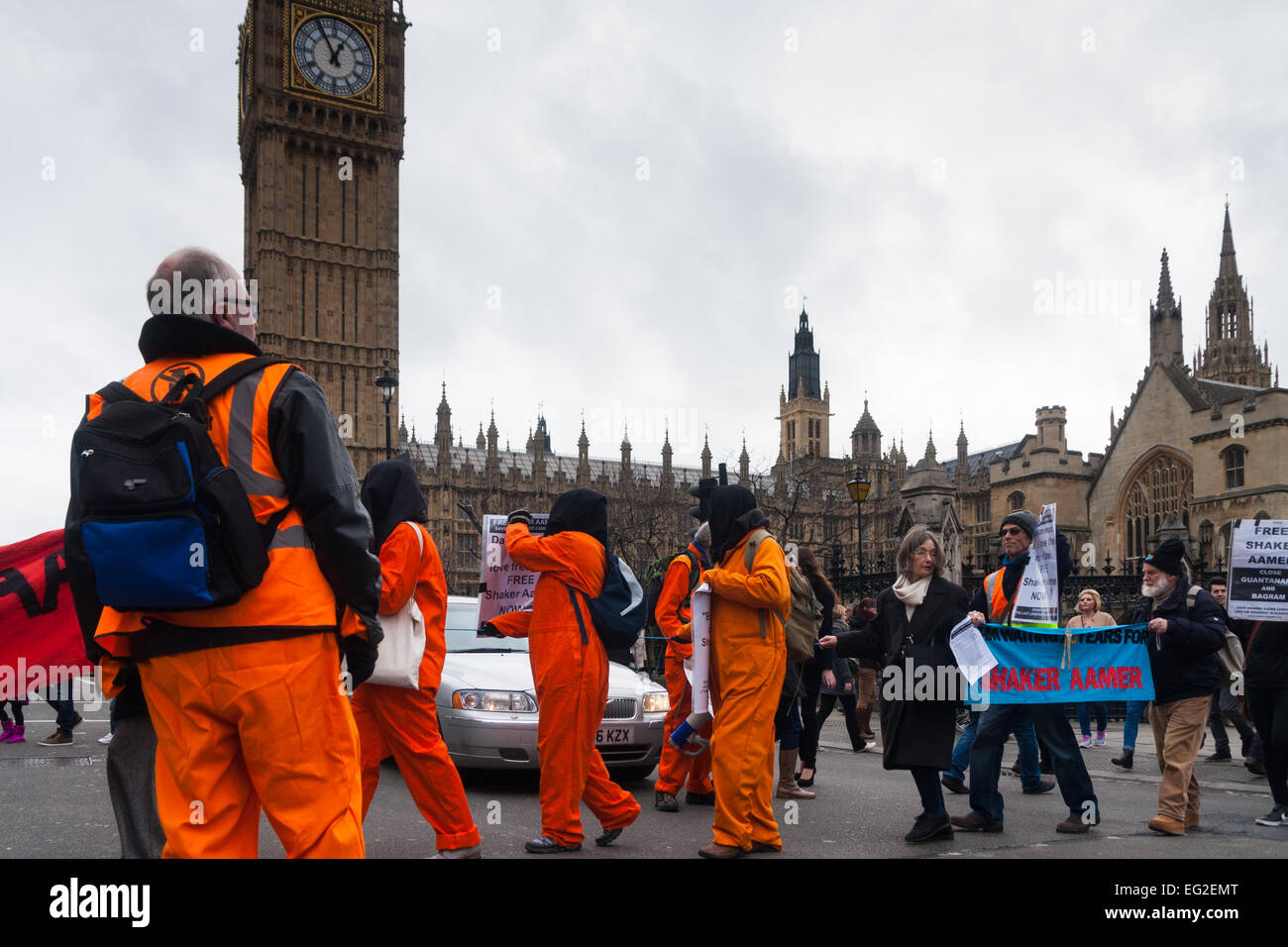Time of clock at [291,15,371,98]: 12:55
